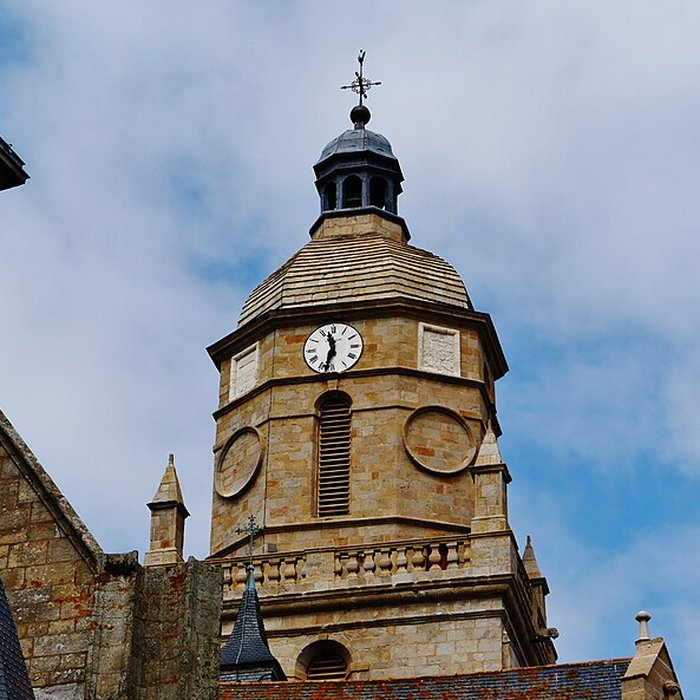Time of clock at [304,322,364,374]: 11:32
